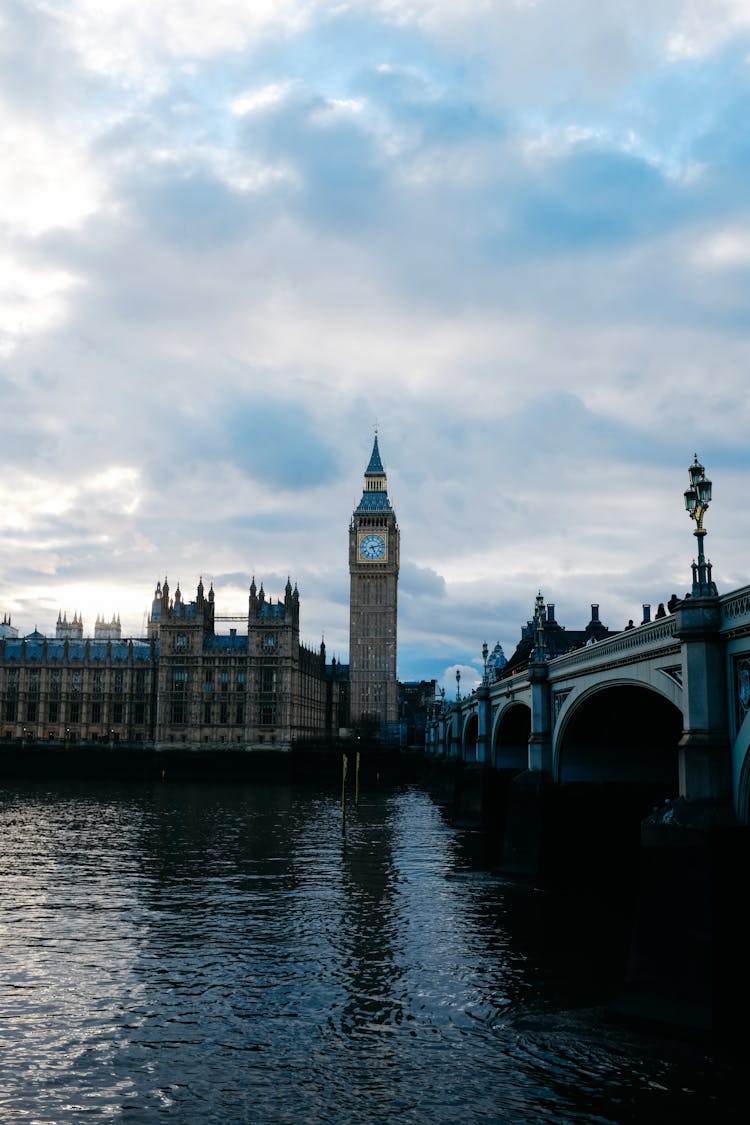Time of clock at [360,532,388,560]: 5:12
